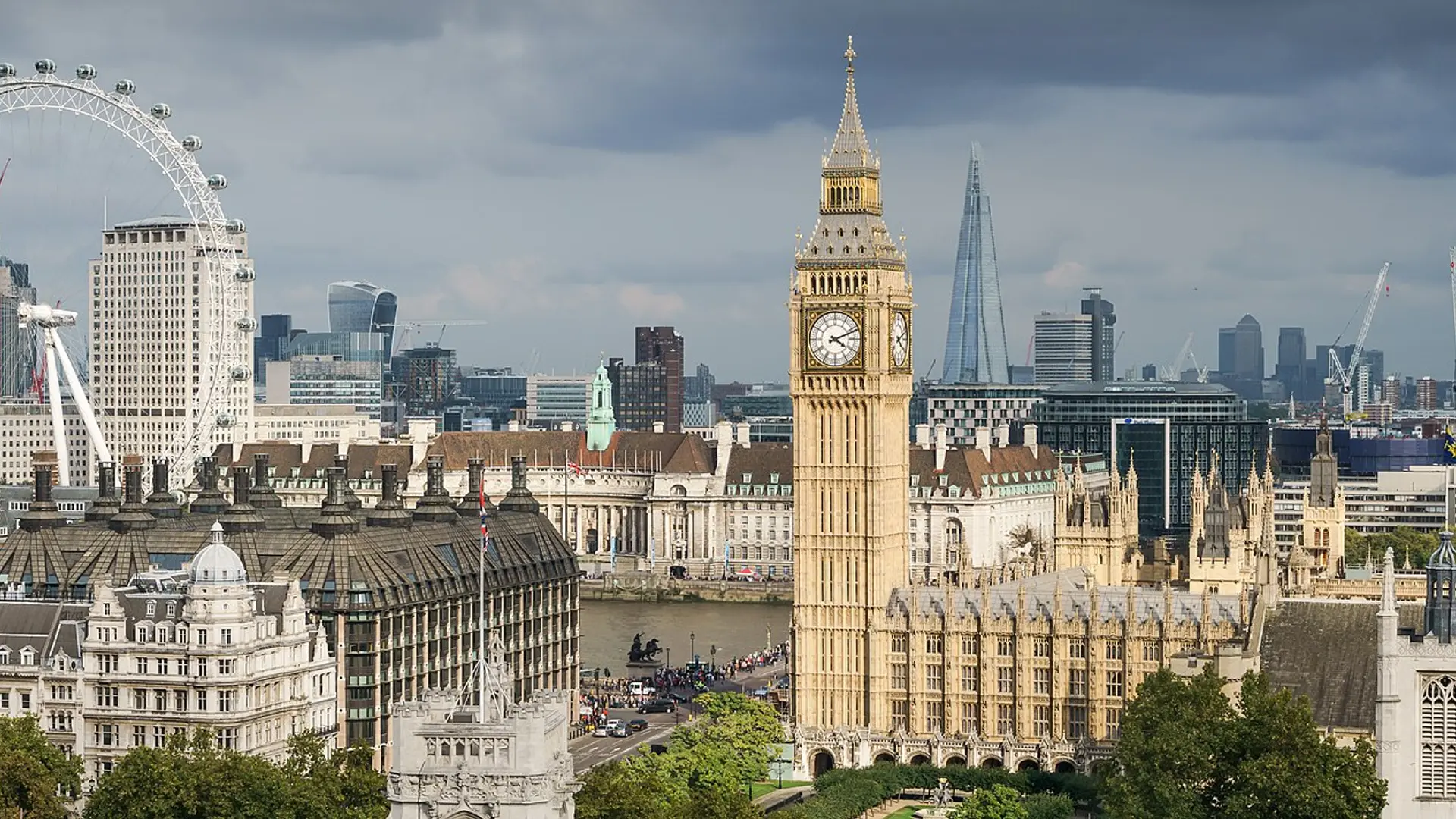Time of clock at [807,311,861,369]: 4:11
